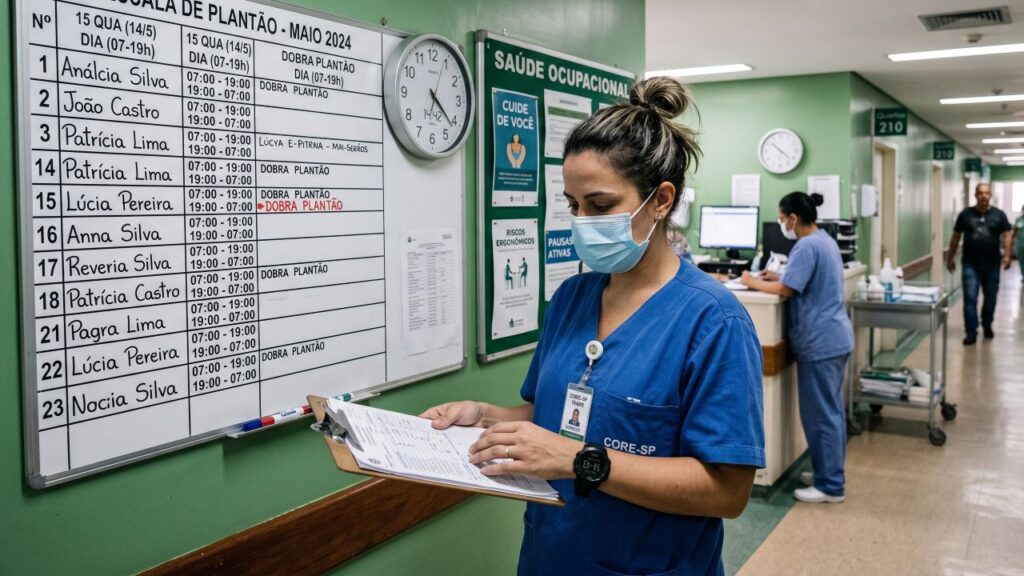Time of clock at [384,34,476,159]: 4:21
